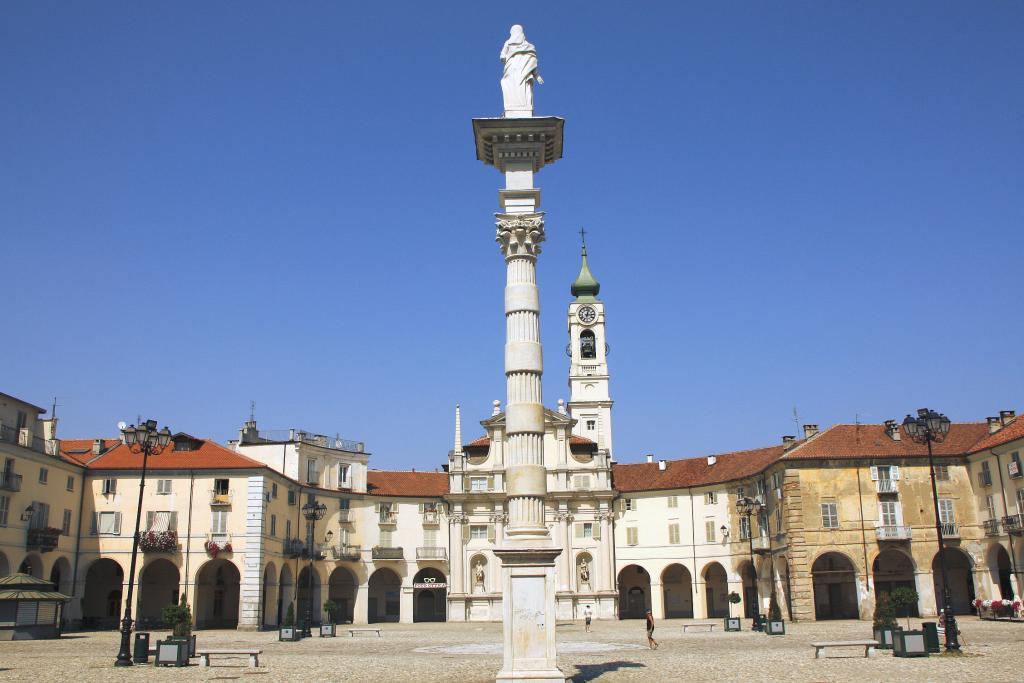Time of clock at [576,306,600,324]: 3:02
